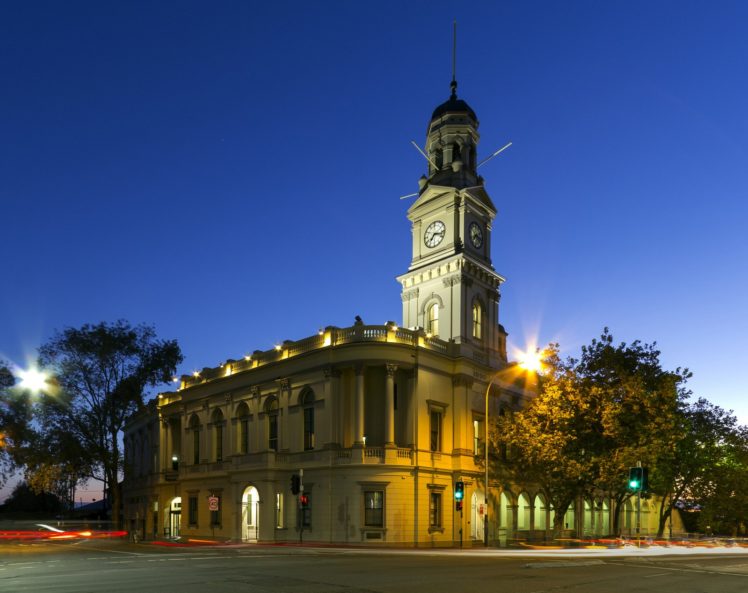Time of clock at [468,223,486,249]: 7:17
